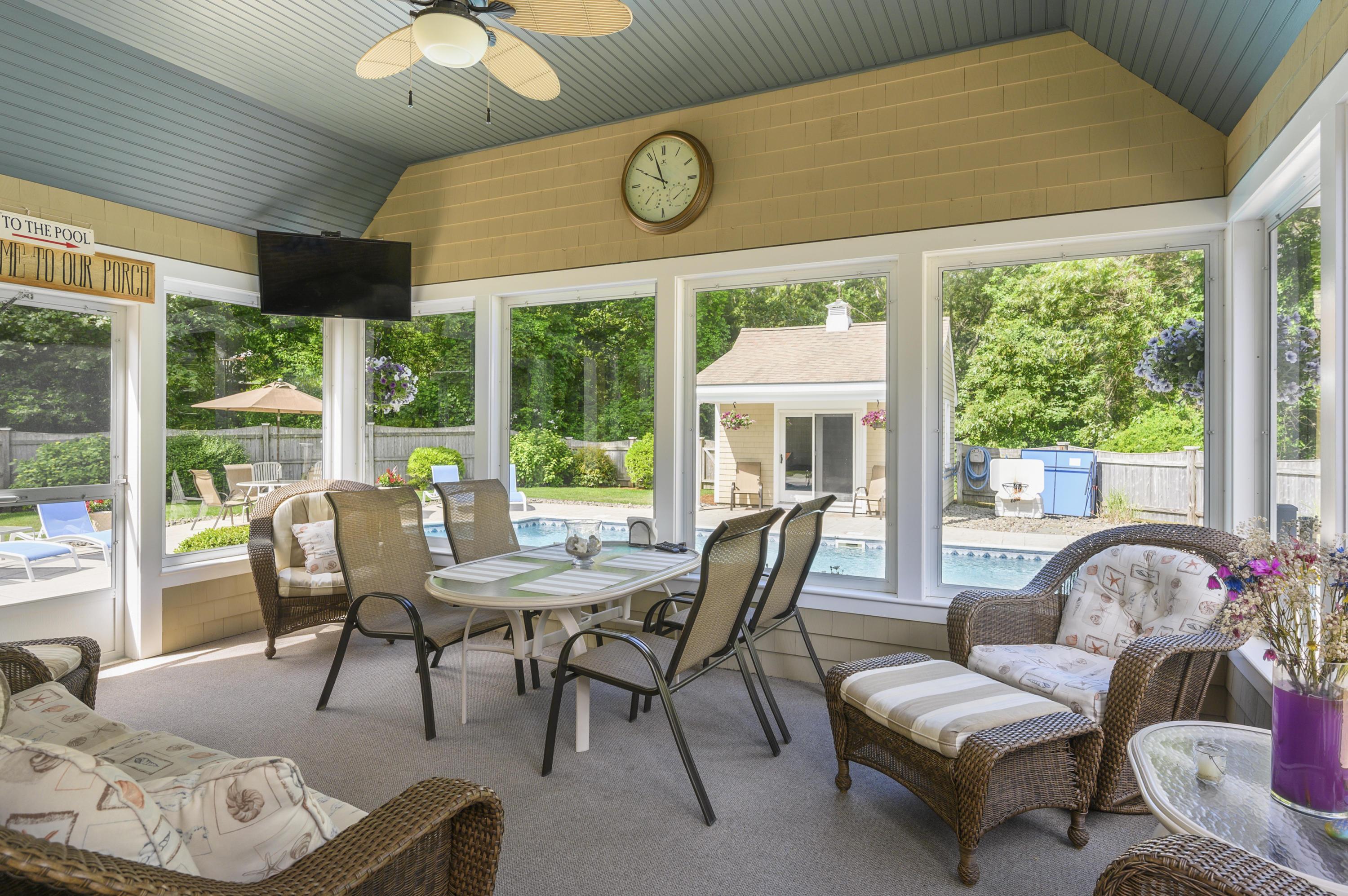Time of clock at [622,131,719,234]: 9:56
